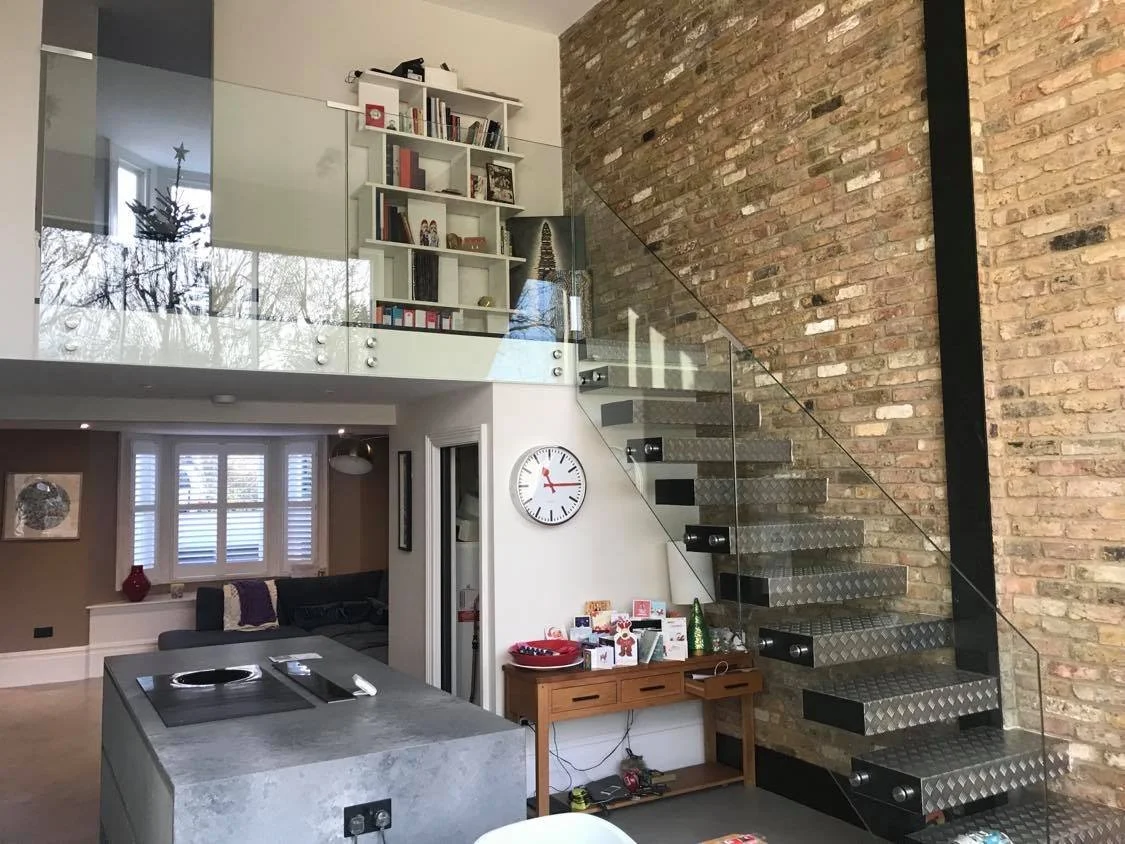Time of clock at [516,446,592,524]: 11:14
